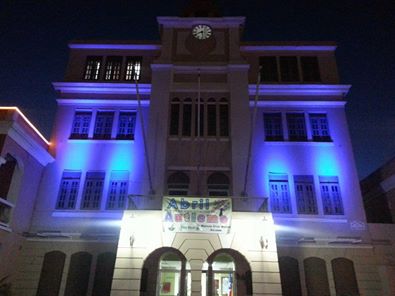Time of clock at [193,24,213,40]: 5:41
